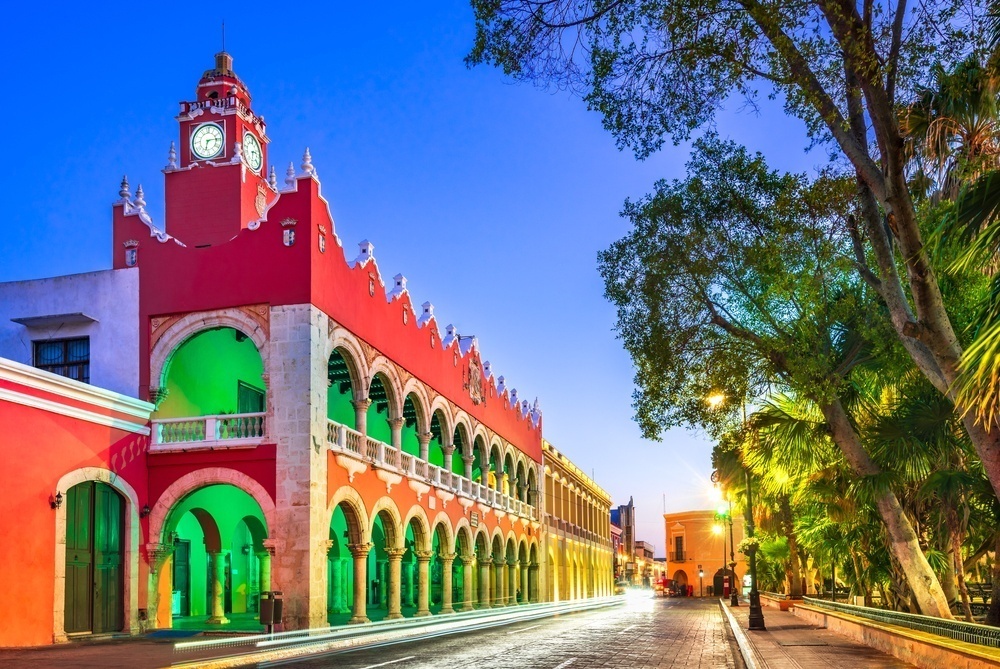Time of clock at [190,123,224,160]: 6:14
